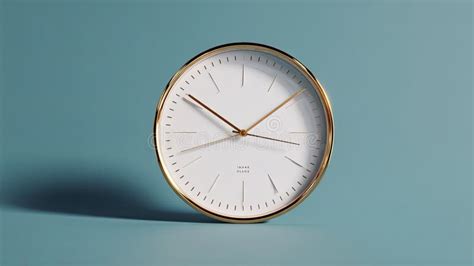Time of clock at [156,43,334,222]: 10:16
